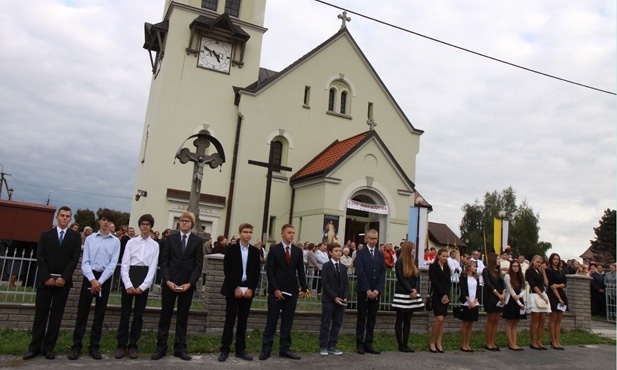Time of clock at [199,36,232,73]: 4:48
